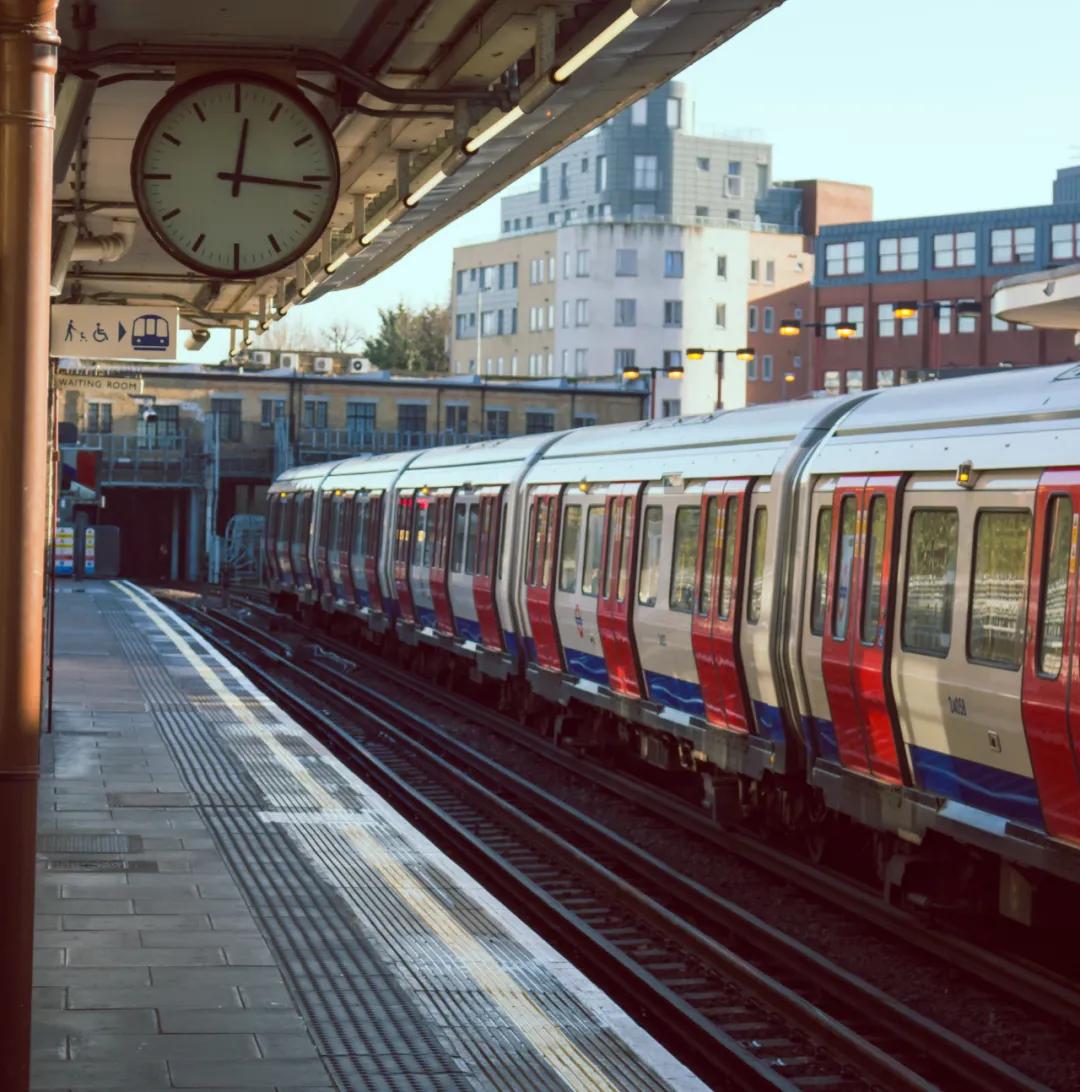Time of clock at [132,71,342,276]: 12:16
